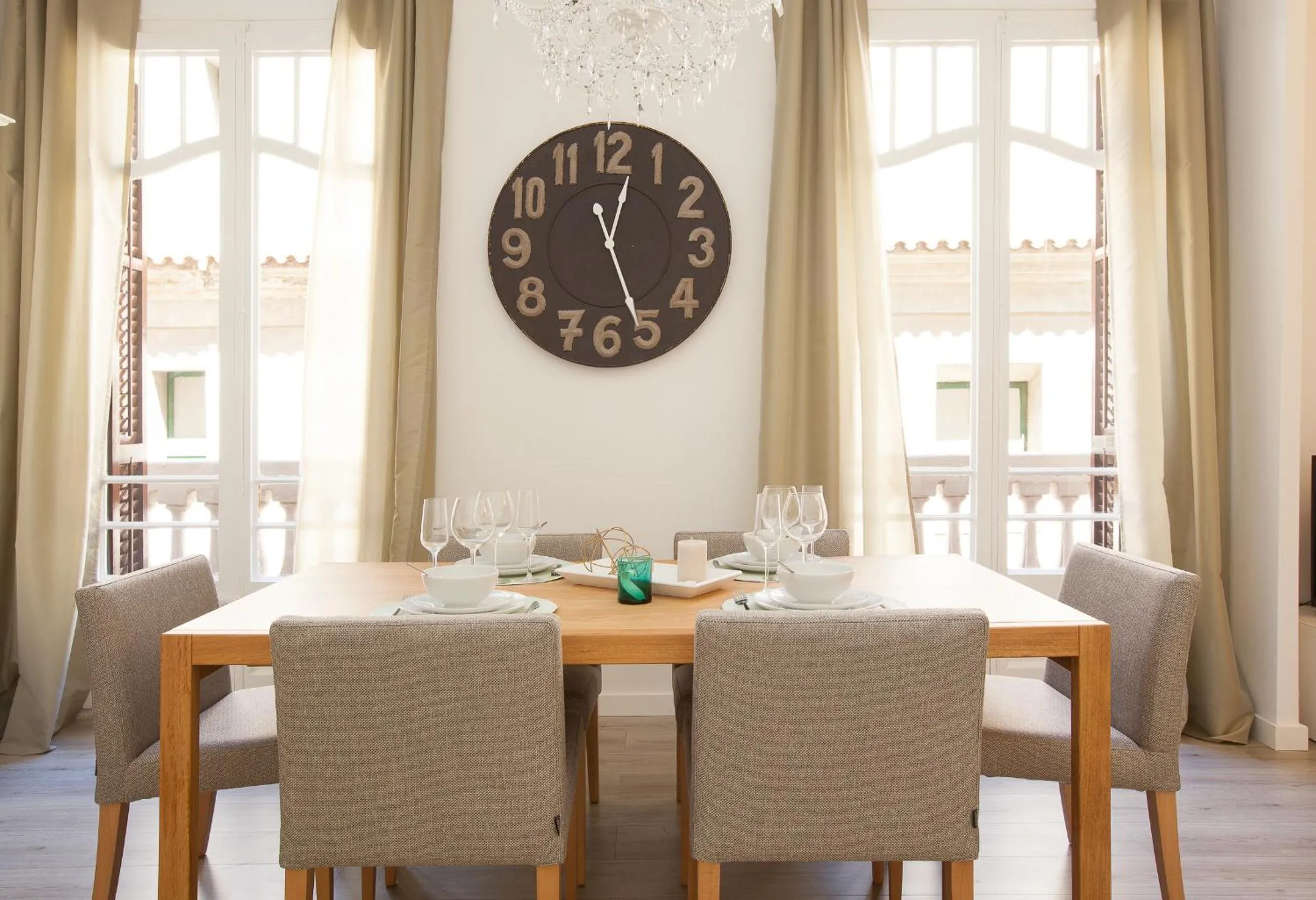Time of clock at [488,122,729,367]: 12:26
